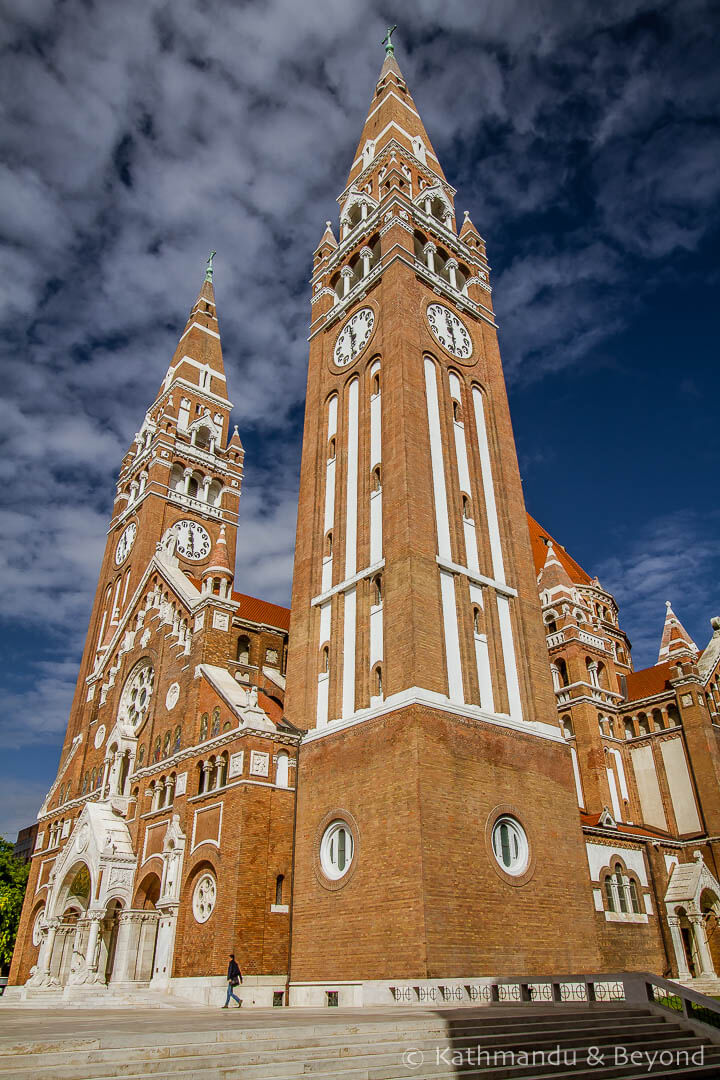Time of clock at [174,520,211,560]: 5:58
